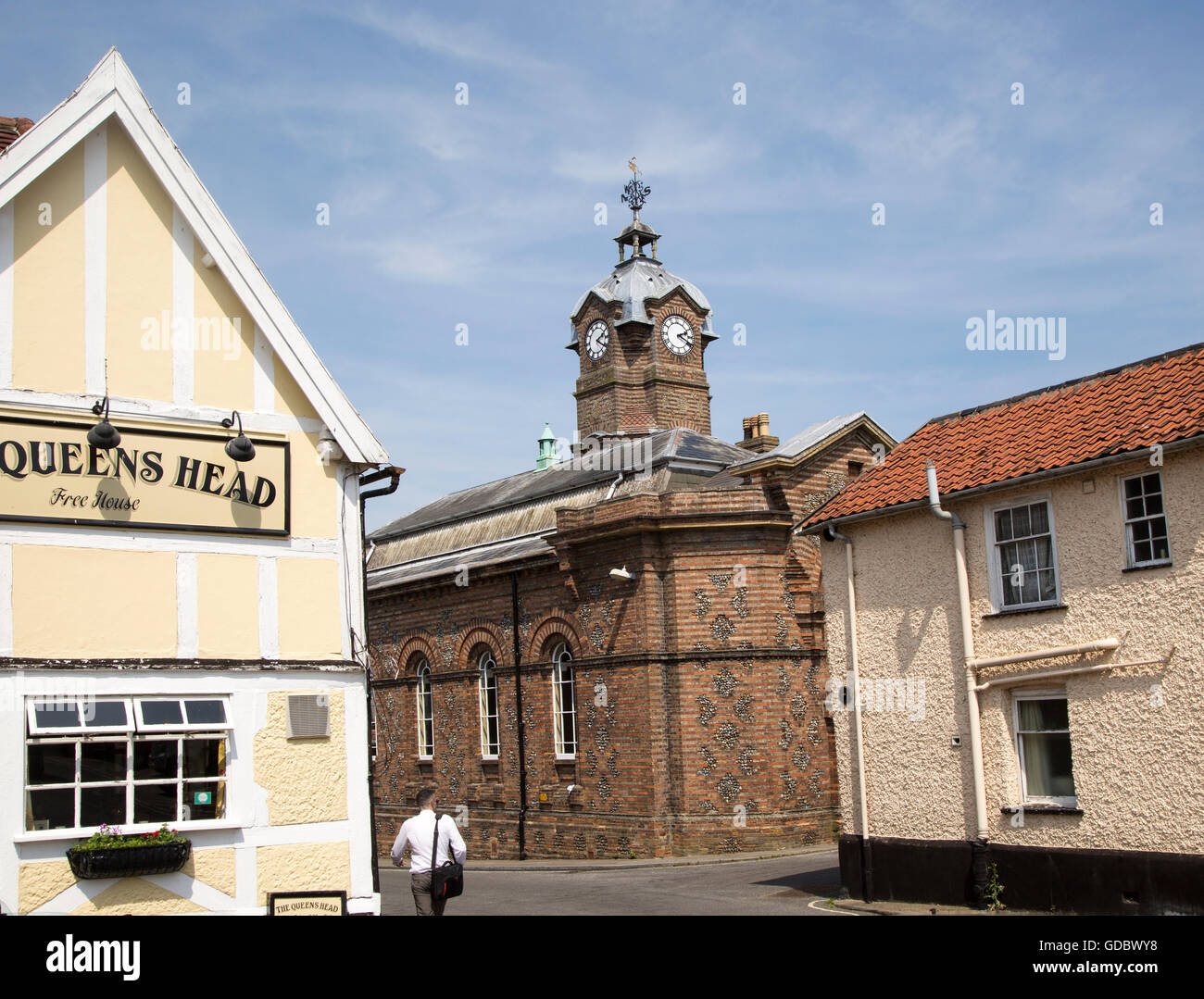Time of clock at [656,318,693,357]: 2:19
